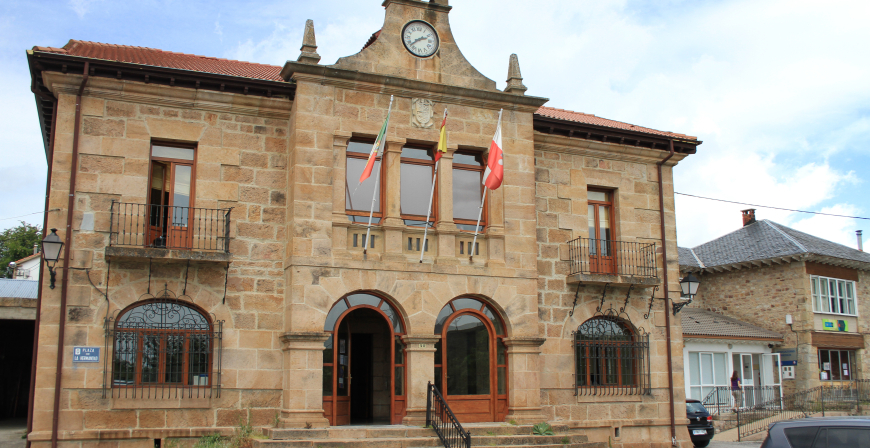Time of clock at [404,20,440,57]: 2:38
